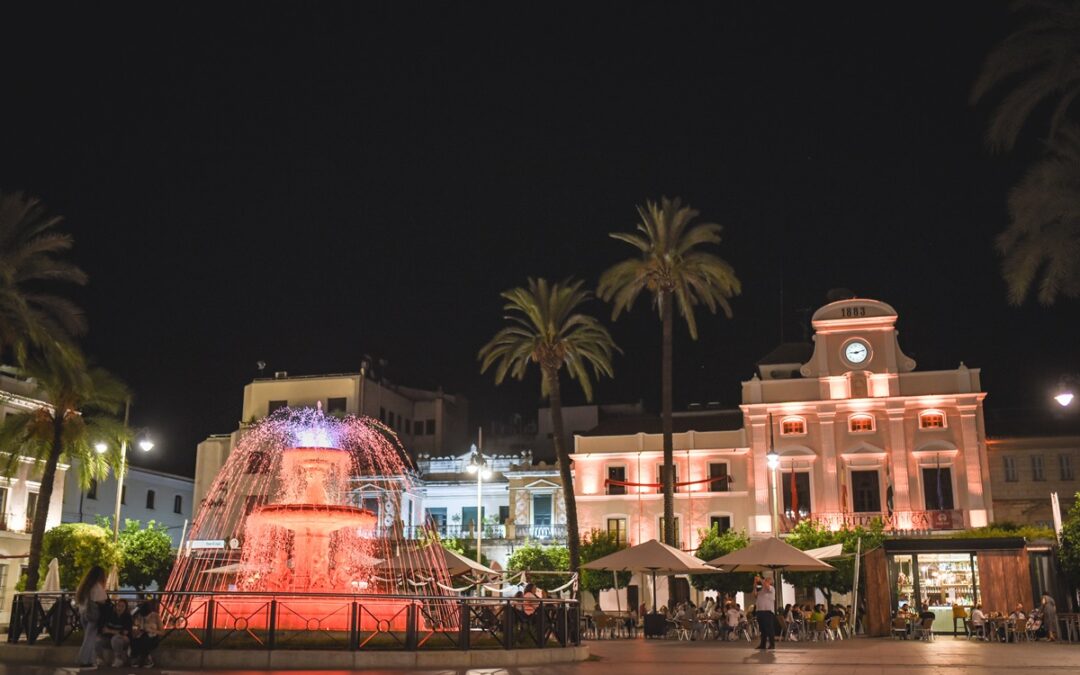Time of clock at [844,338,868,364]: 9:12
